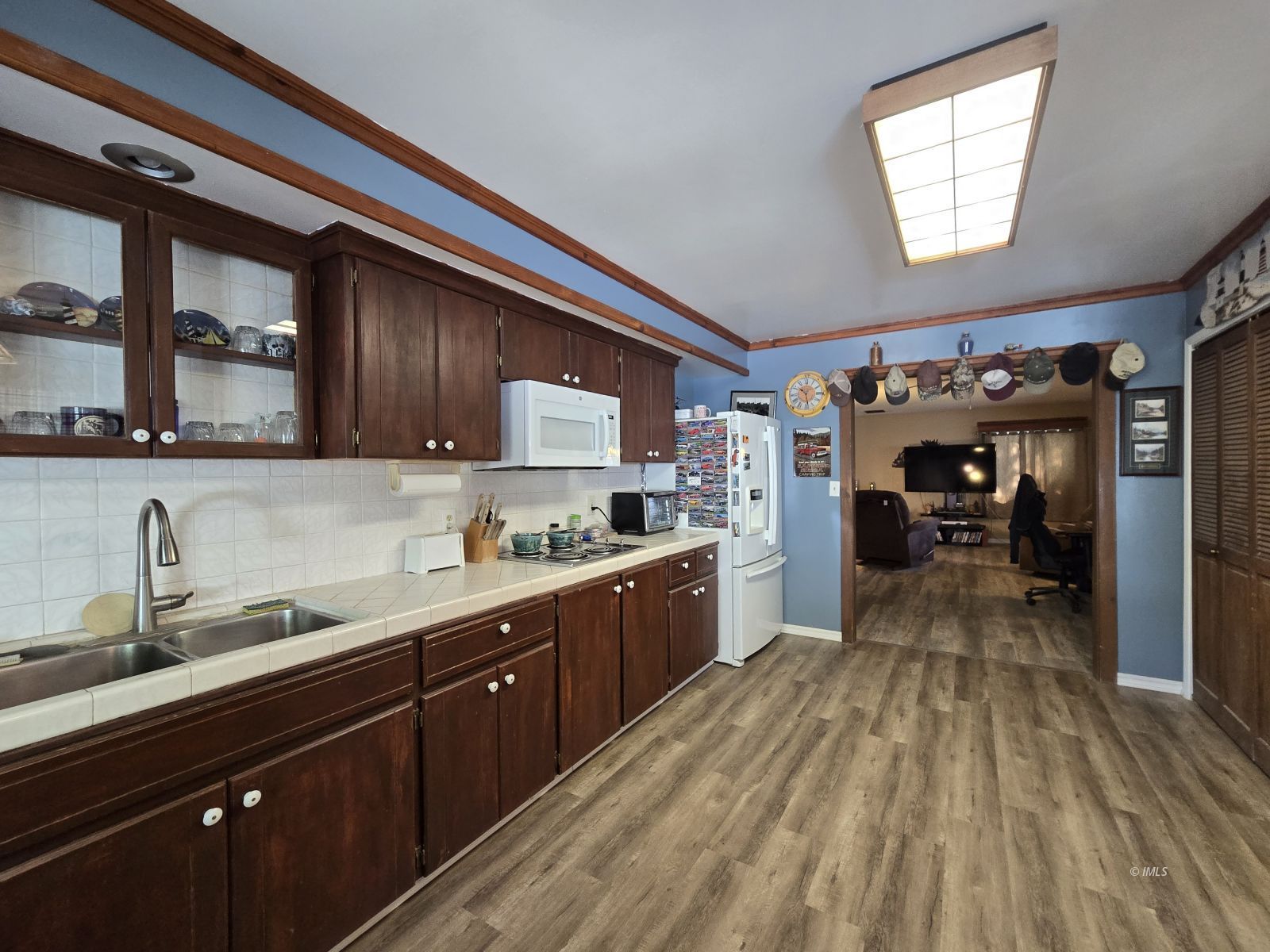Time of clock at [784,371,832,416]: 10:28
